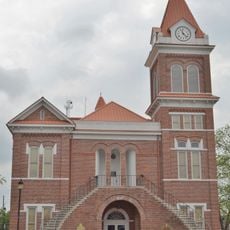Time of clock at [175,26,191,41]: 11:22
